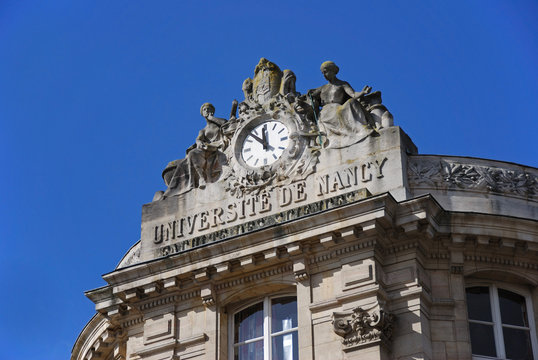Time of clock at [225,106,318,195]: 11:52
